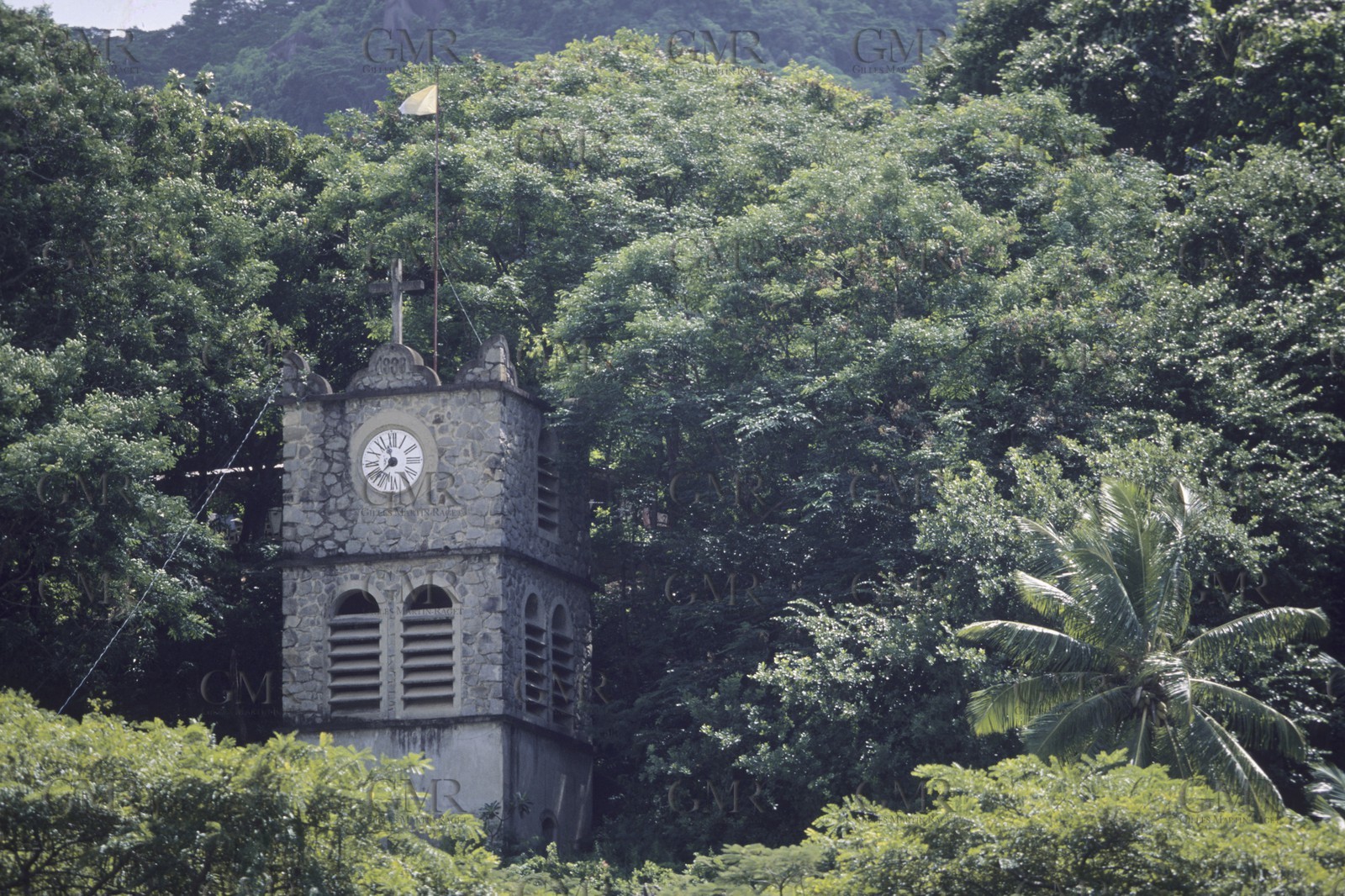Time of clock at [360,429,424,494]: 11:37
